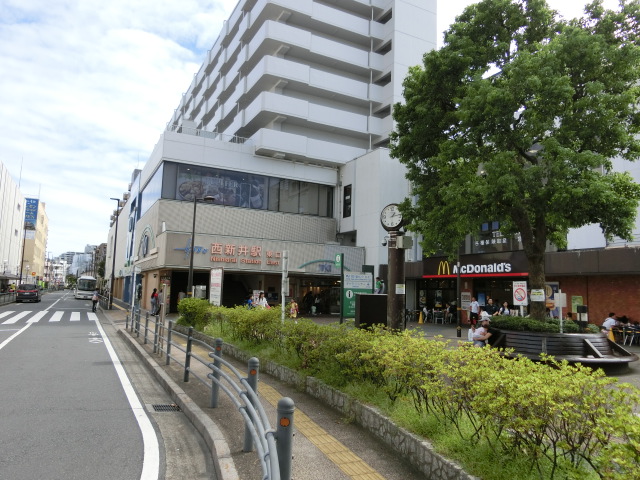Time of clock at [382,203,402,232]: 1:13
